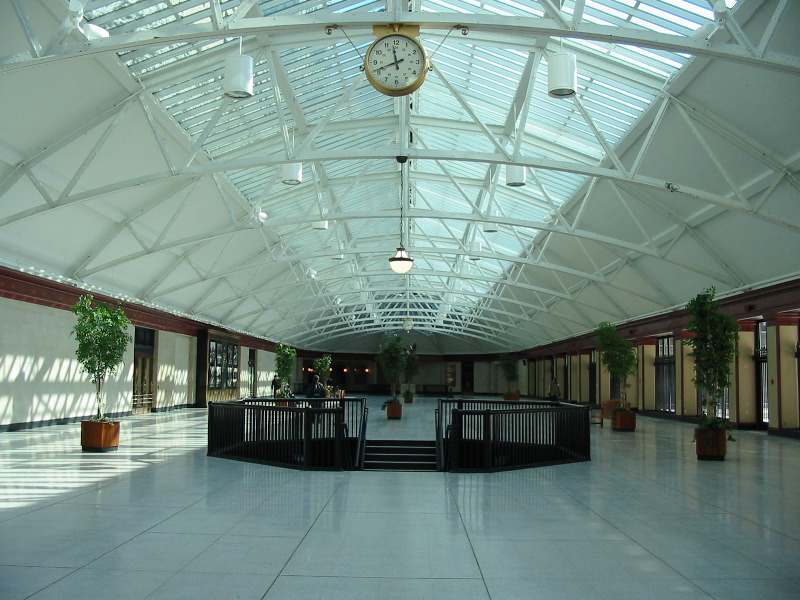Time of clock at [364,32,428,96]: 11:41
